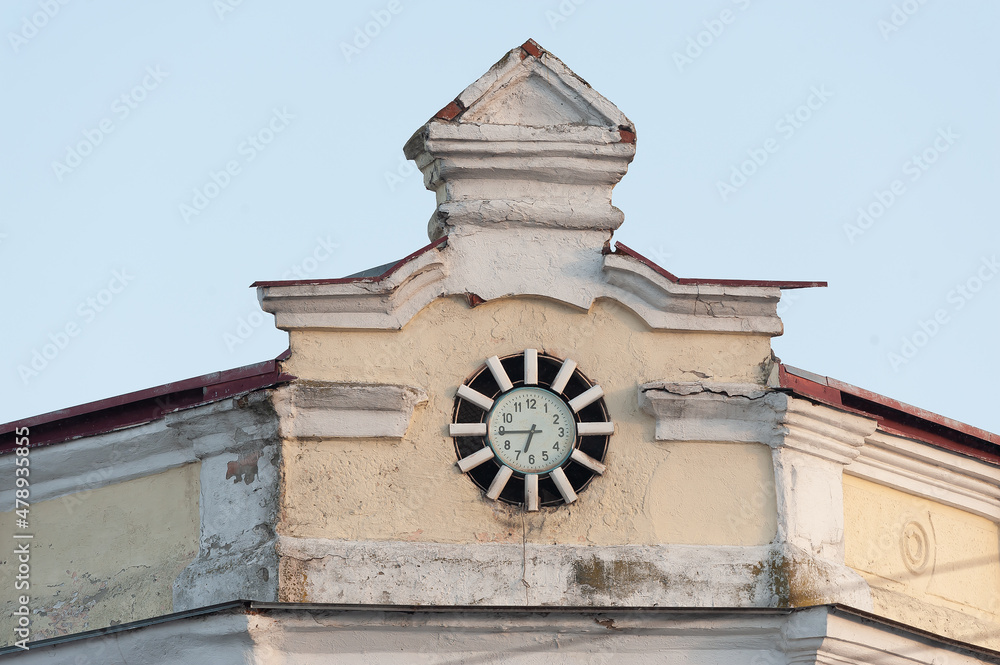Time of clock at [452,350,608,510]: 6:44
